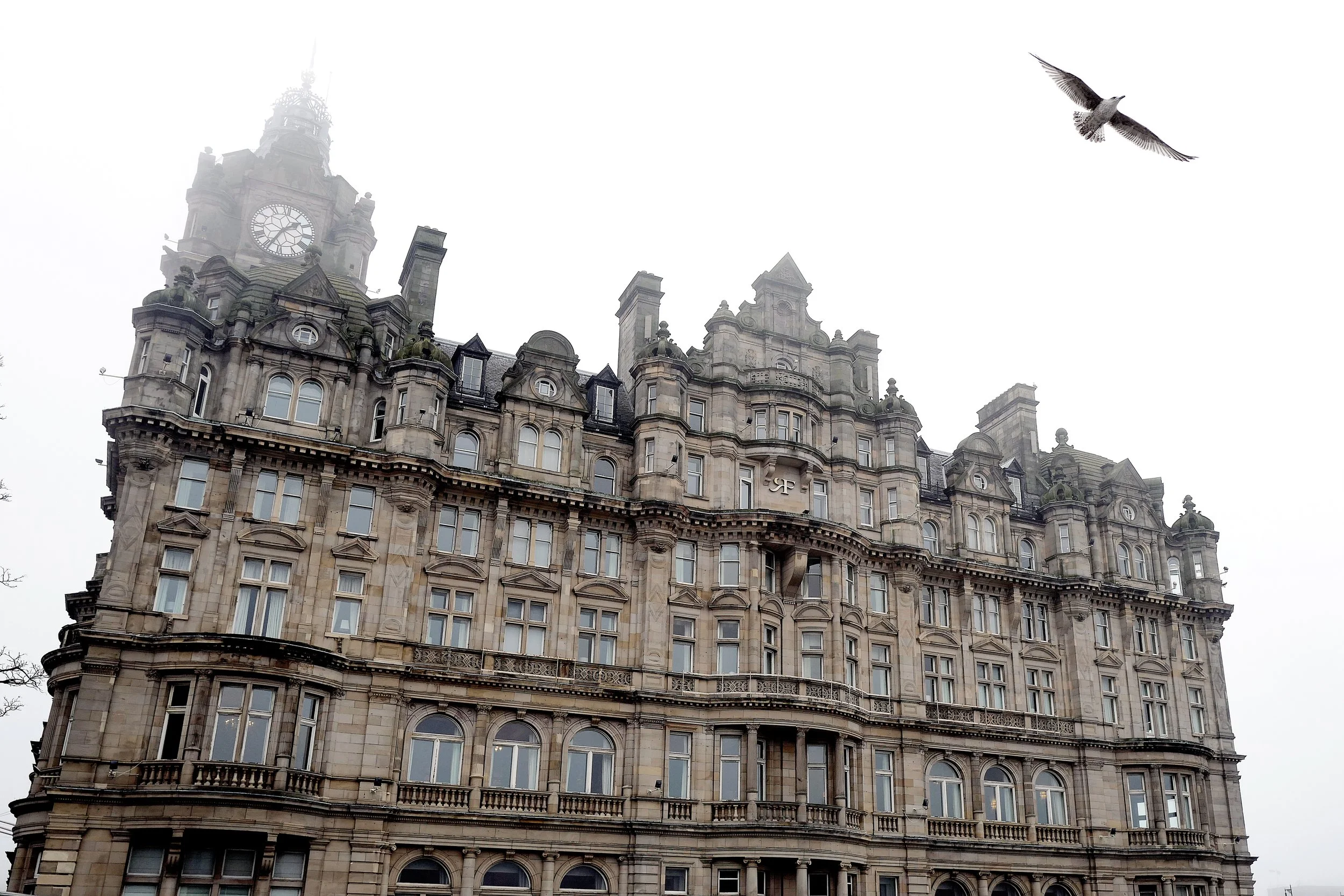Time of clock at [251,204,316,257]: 1:34
